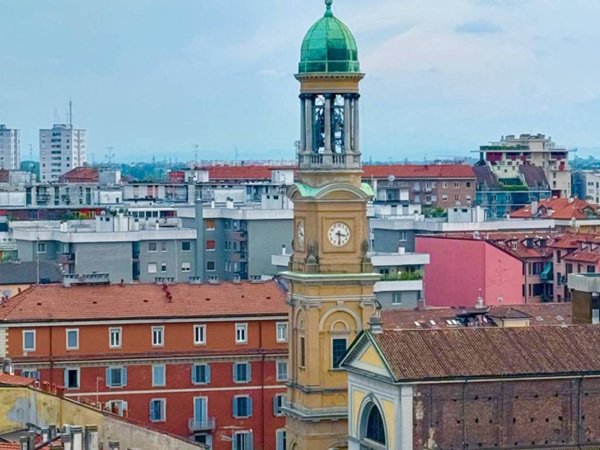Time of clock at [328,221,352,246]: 3:29
